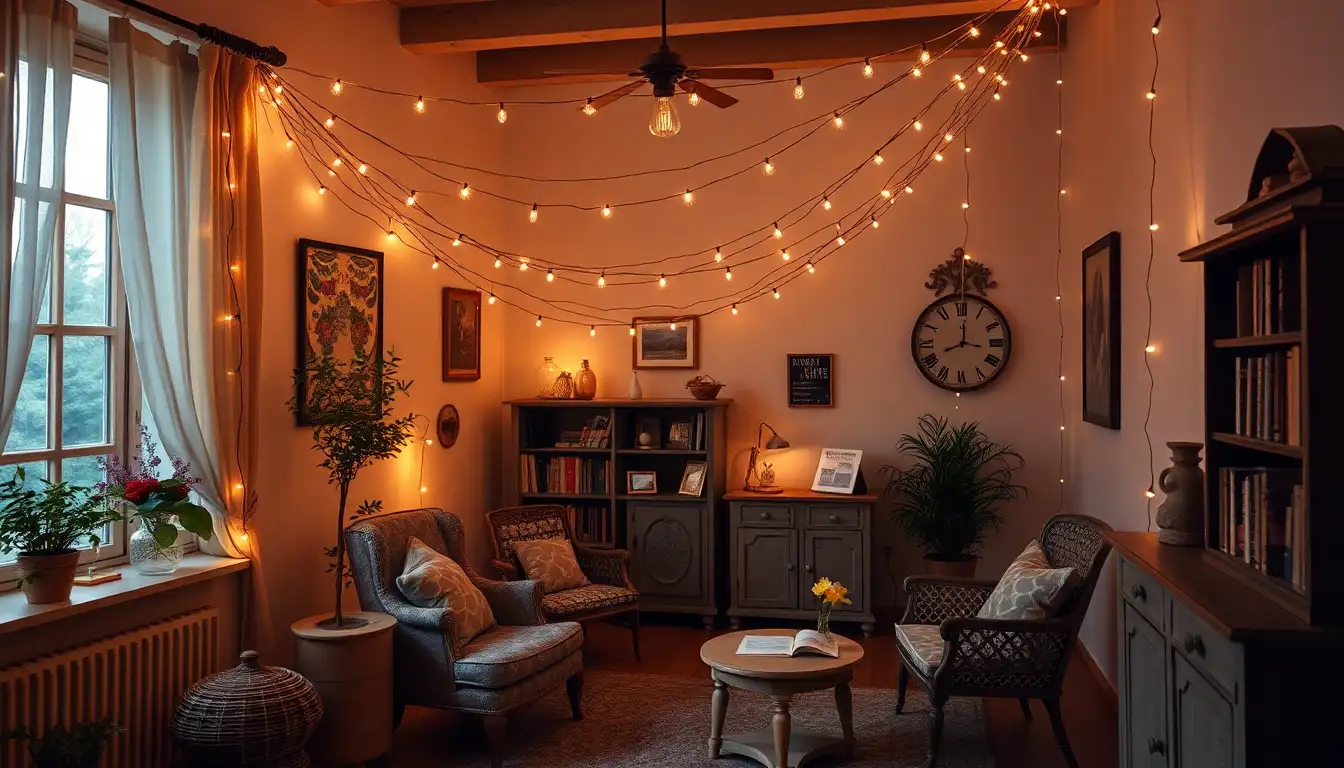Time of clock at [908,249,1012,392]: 12:16
